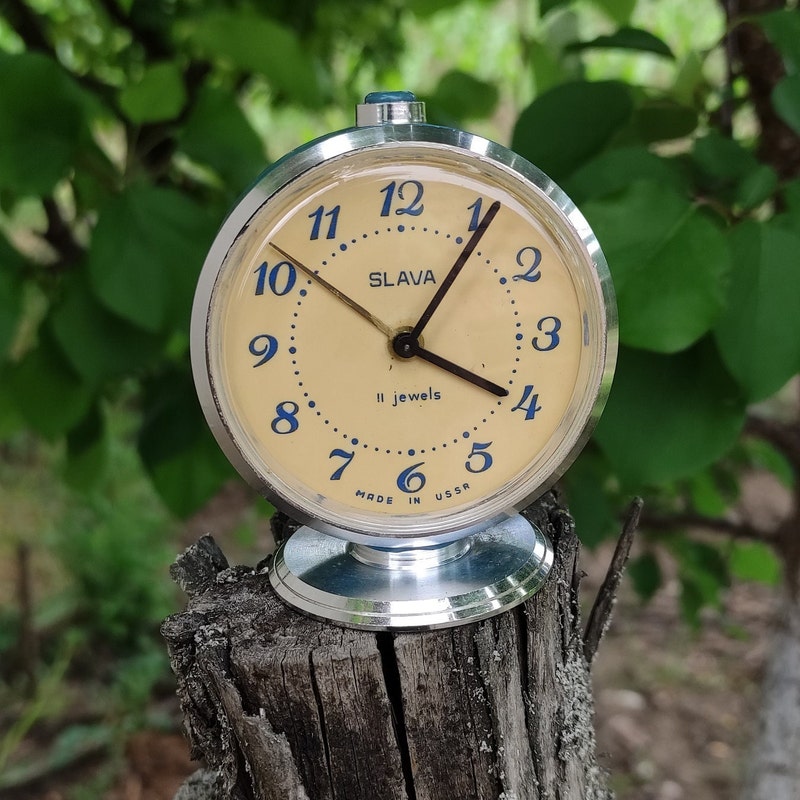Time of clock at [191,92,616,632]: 4:05
